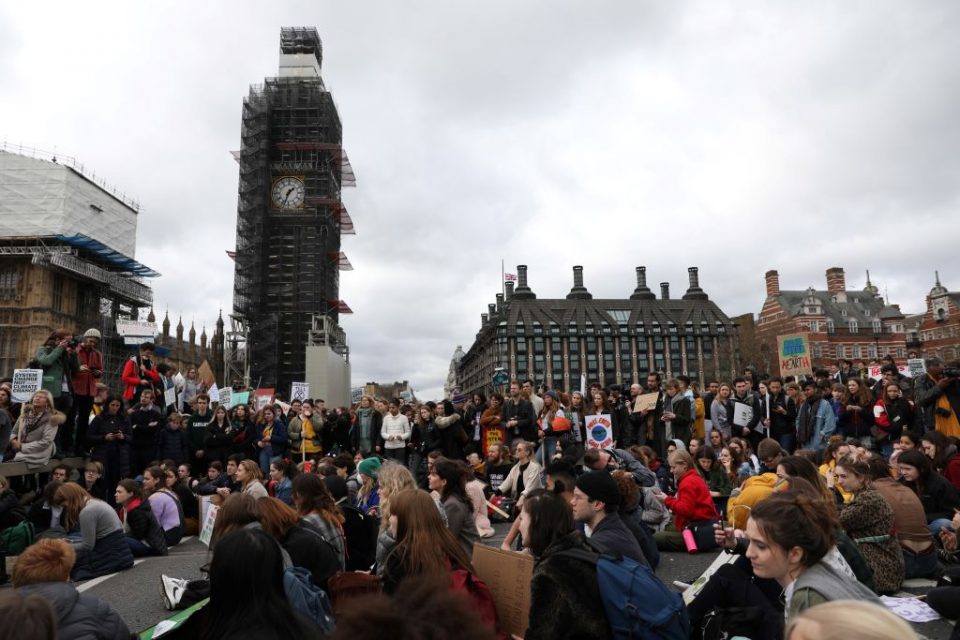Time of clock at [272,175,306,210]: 1:33
